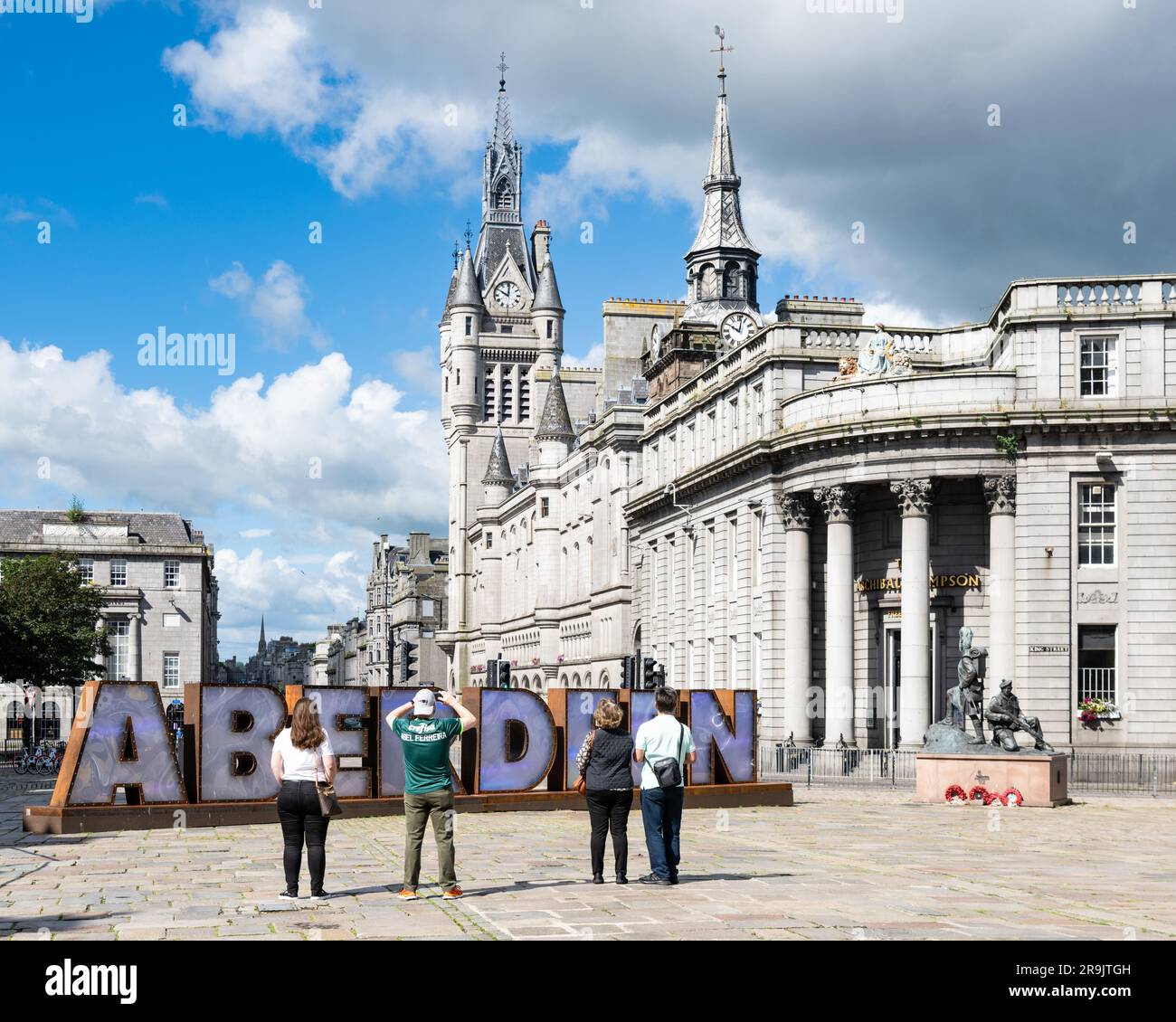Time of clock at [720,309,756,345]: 10:01
